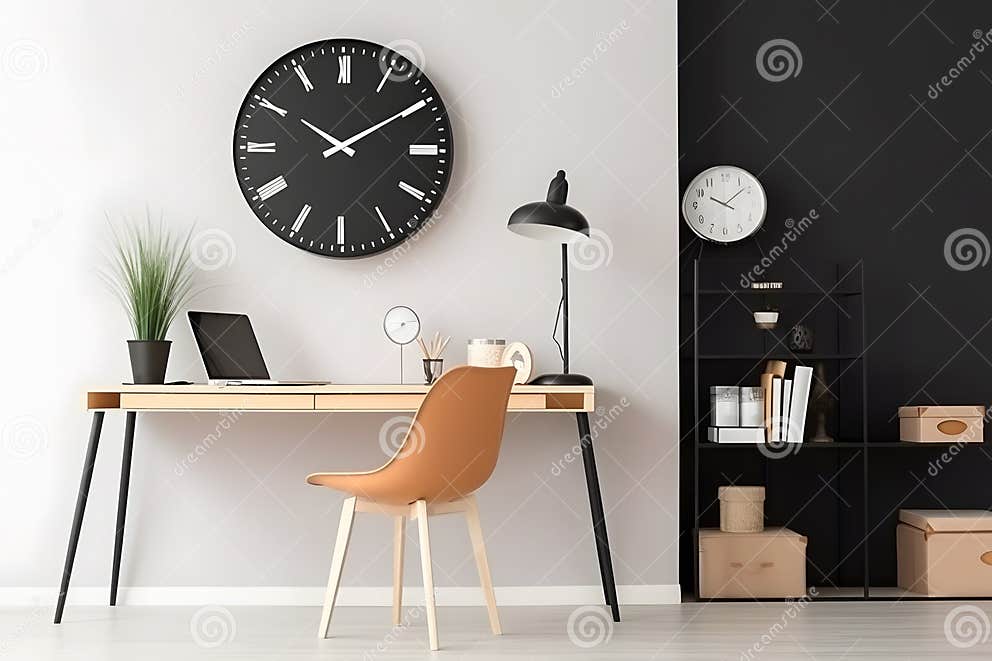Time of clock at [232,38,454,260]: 10:09
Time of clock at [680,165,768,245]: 10:08
